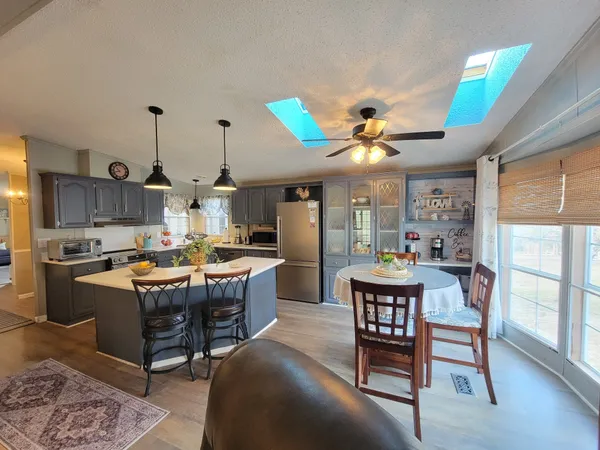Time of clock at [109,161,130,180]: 10:42
